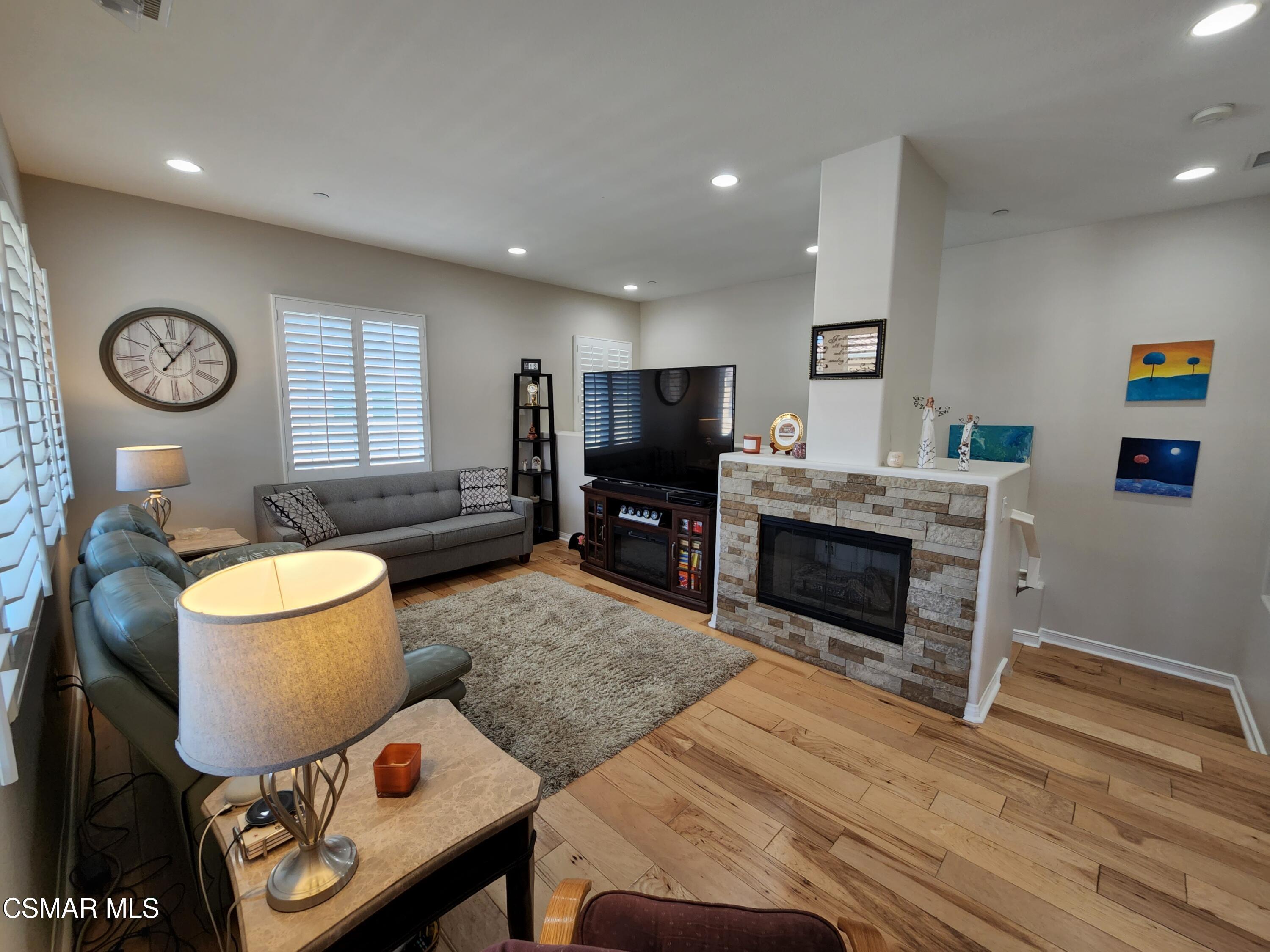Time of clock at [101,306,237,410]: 11:06
